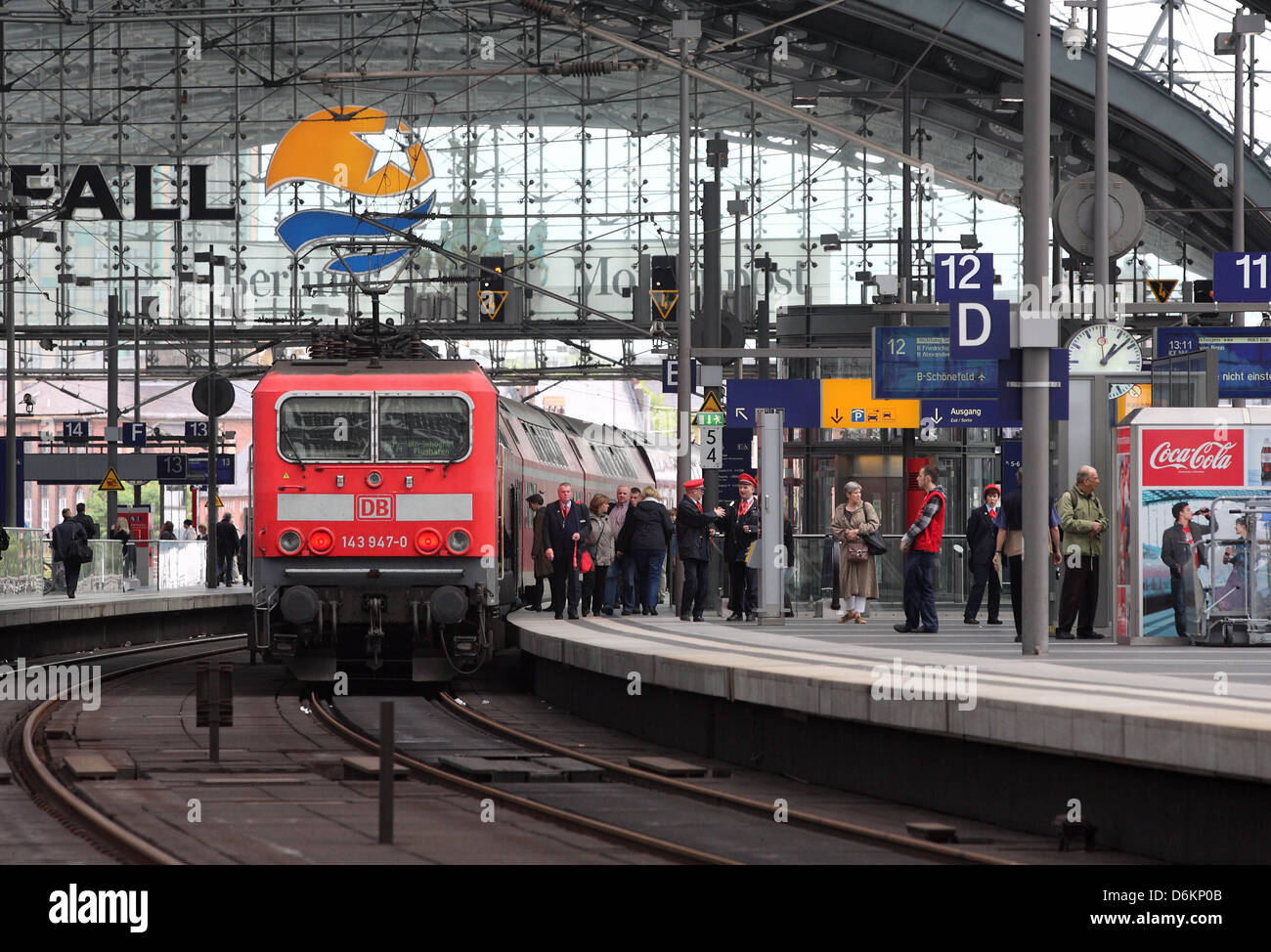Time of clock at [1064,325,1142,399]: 1:08
